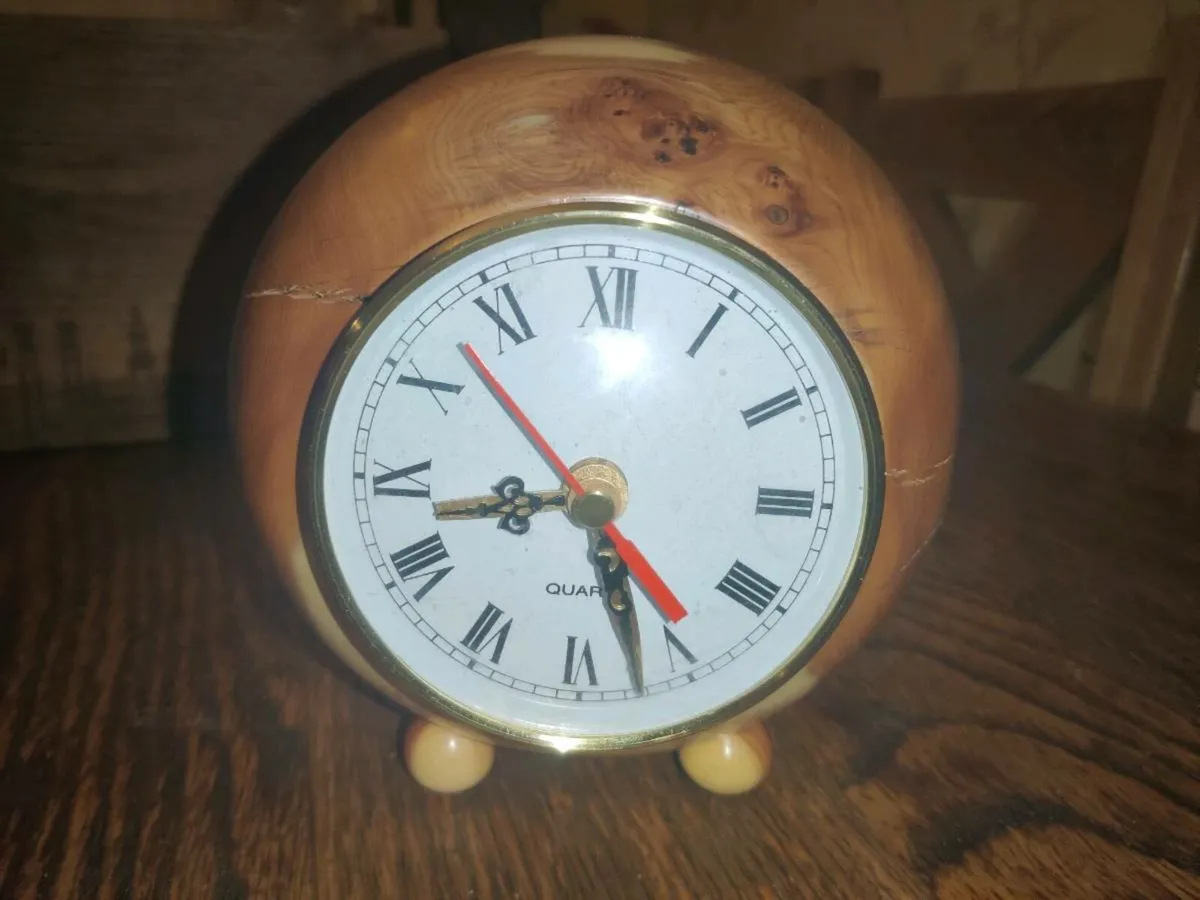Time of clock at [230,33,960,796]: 8:27
